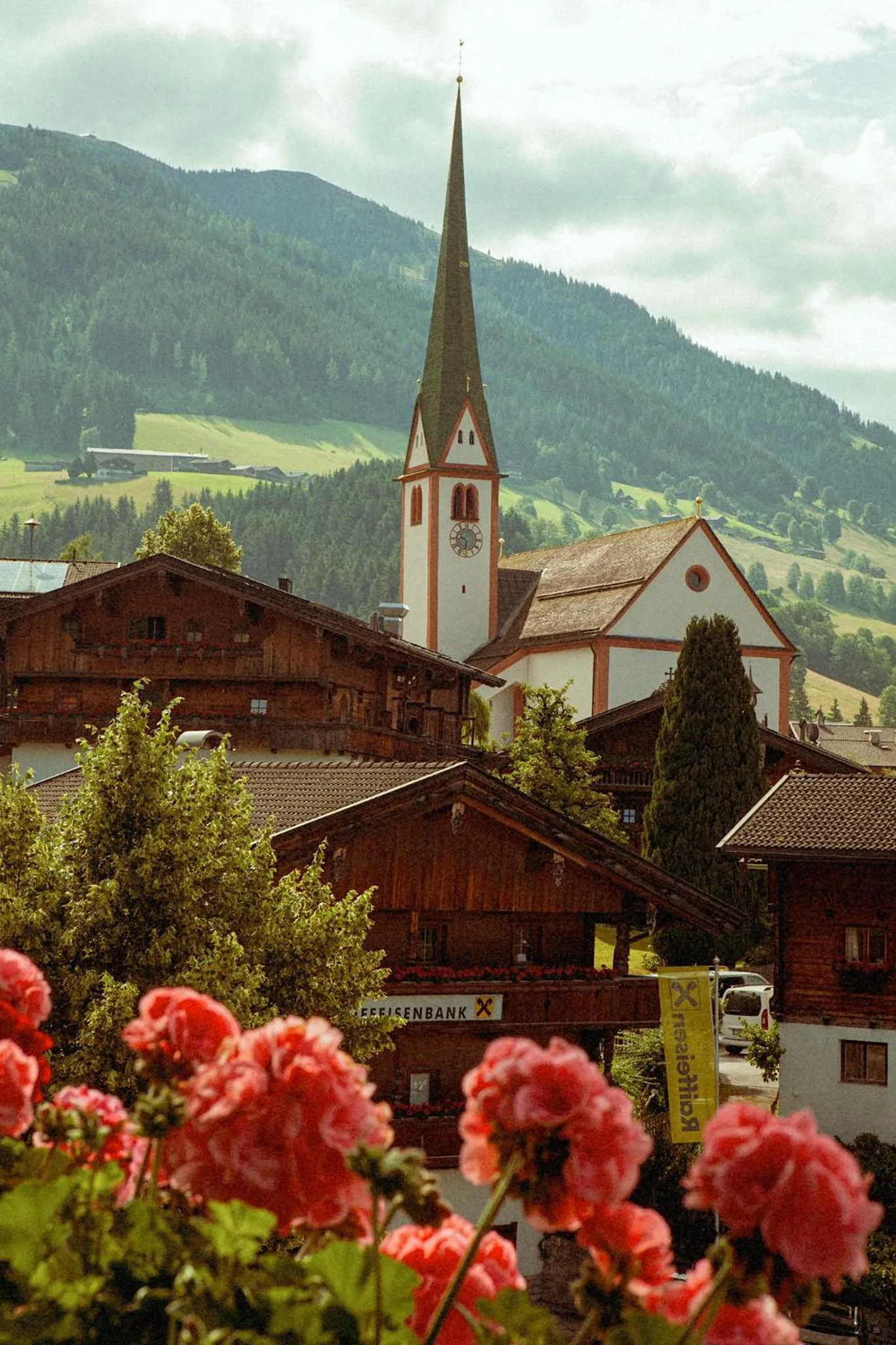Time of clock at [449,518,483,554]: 9:31
